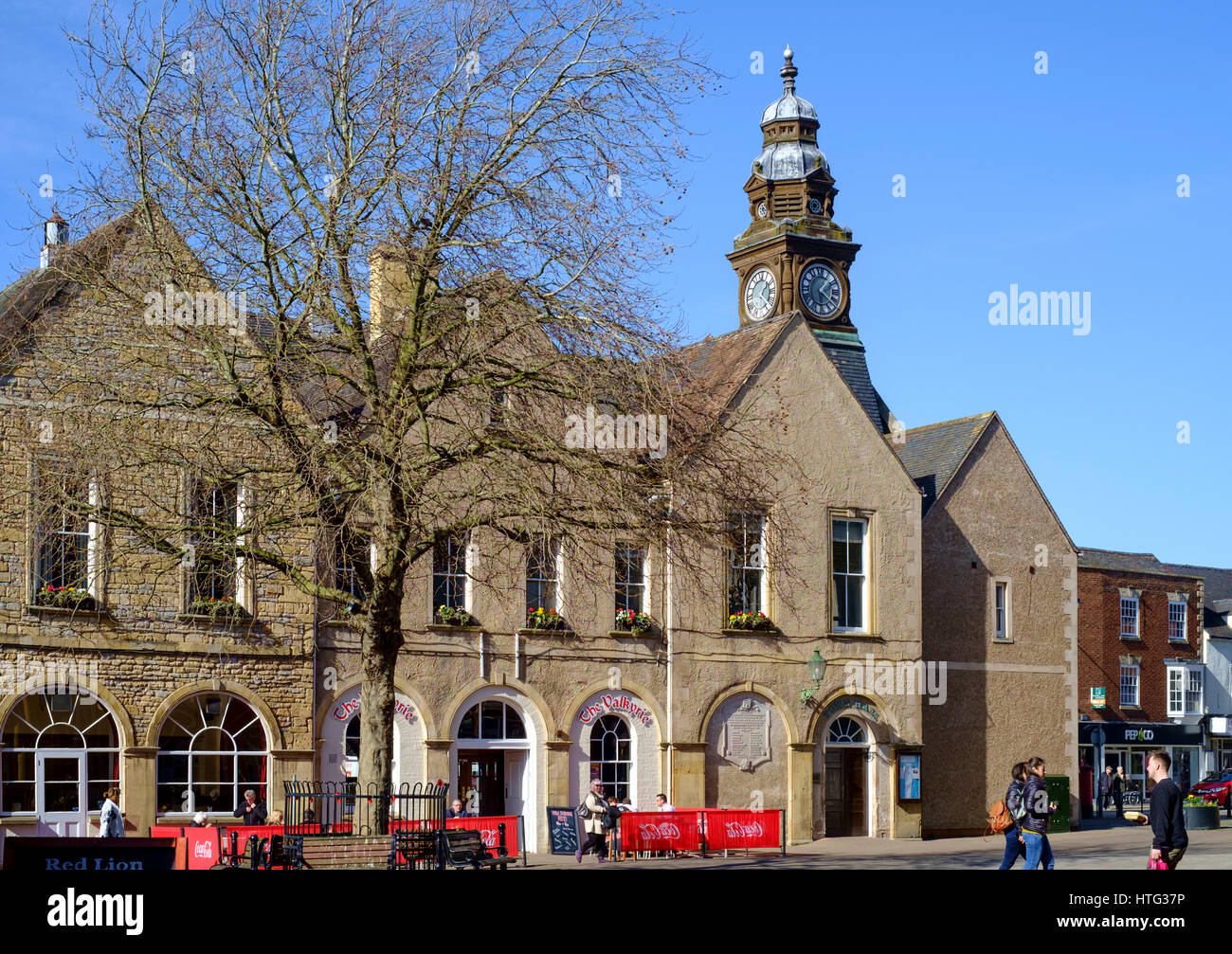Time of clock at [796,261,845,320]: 1:21
